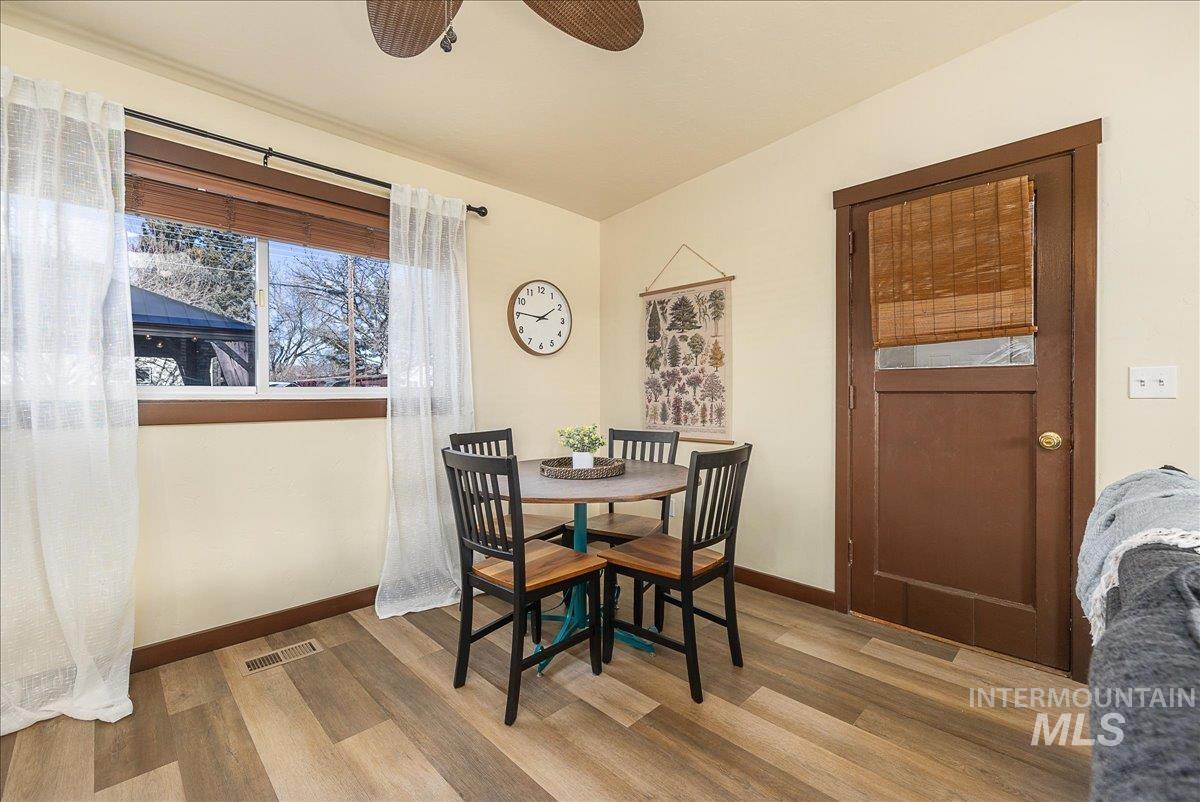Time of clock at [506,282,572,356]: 1:46
